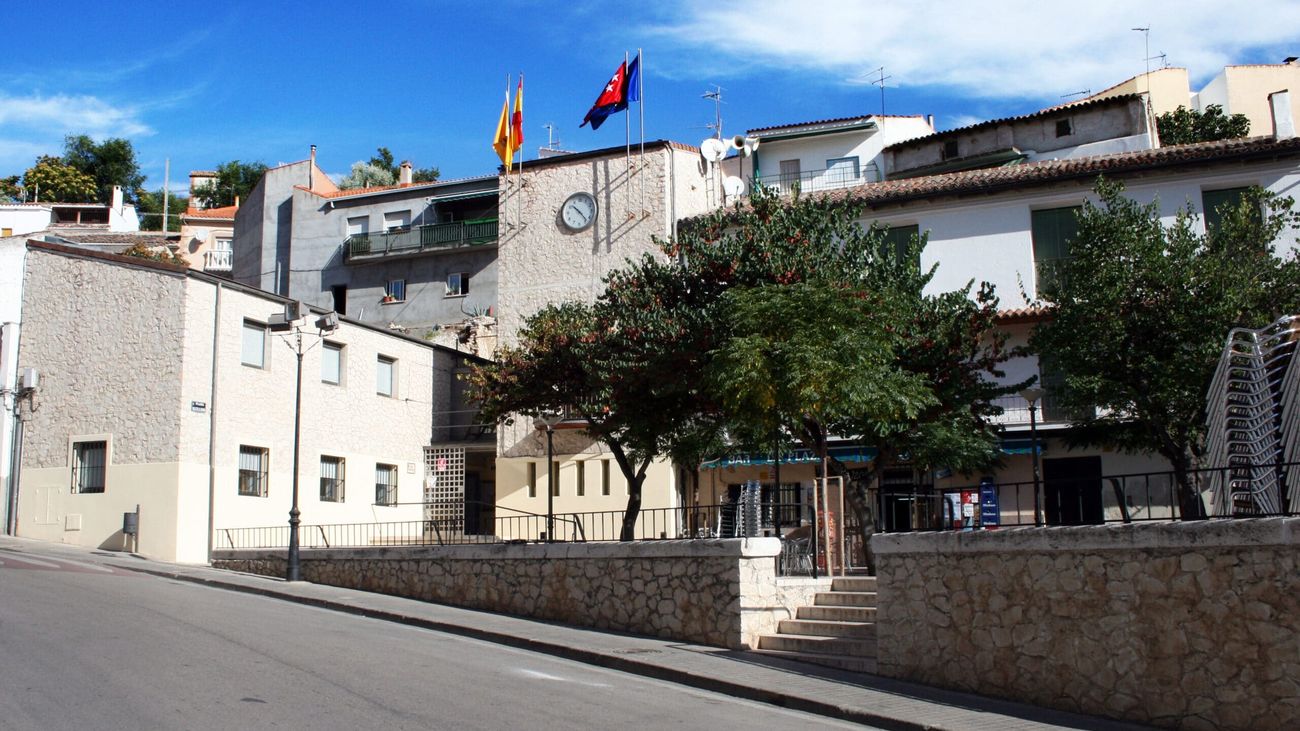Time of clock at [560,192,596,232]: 10:23
